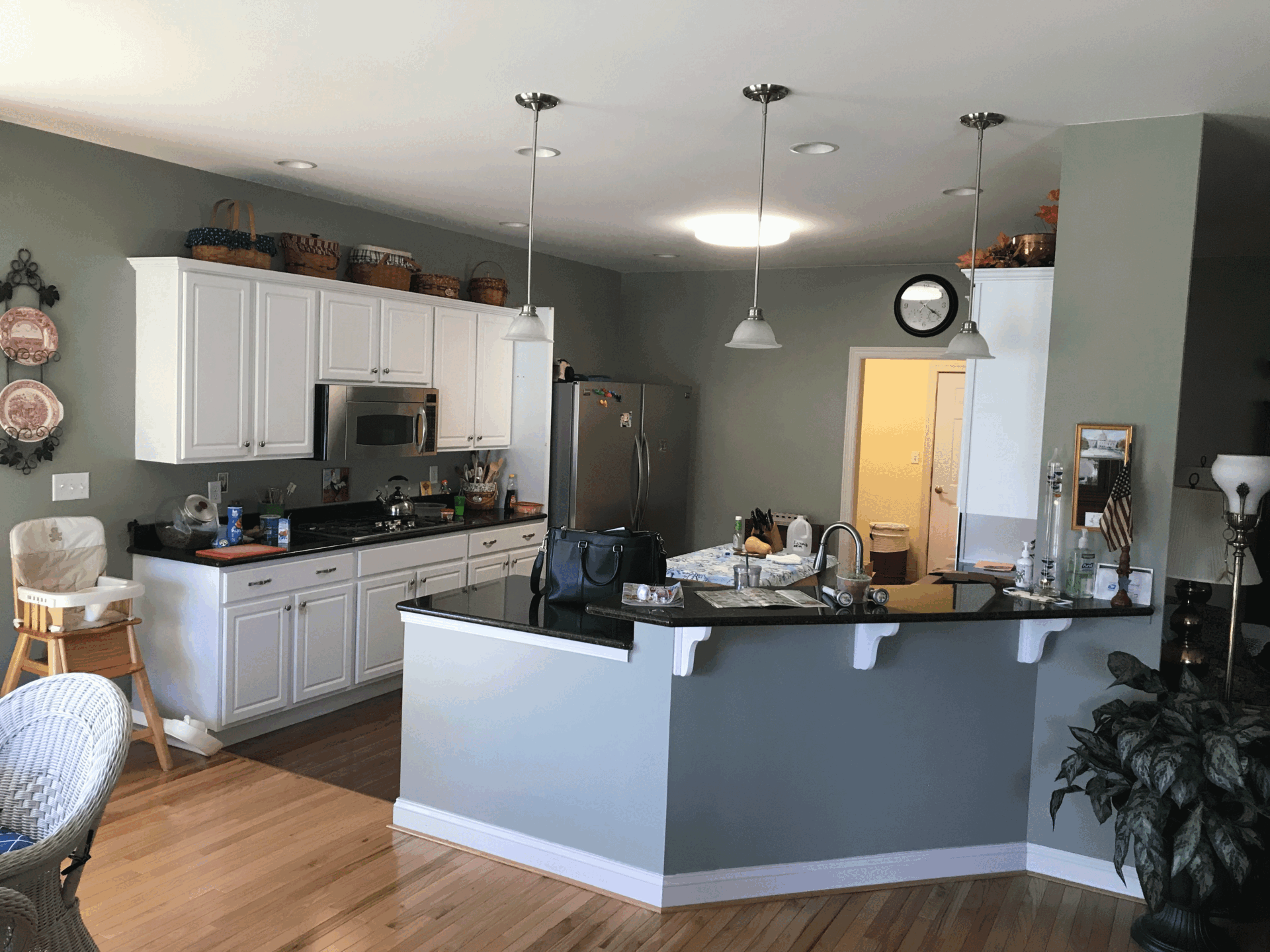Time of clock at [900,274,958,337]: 4:20
